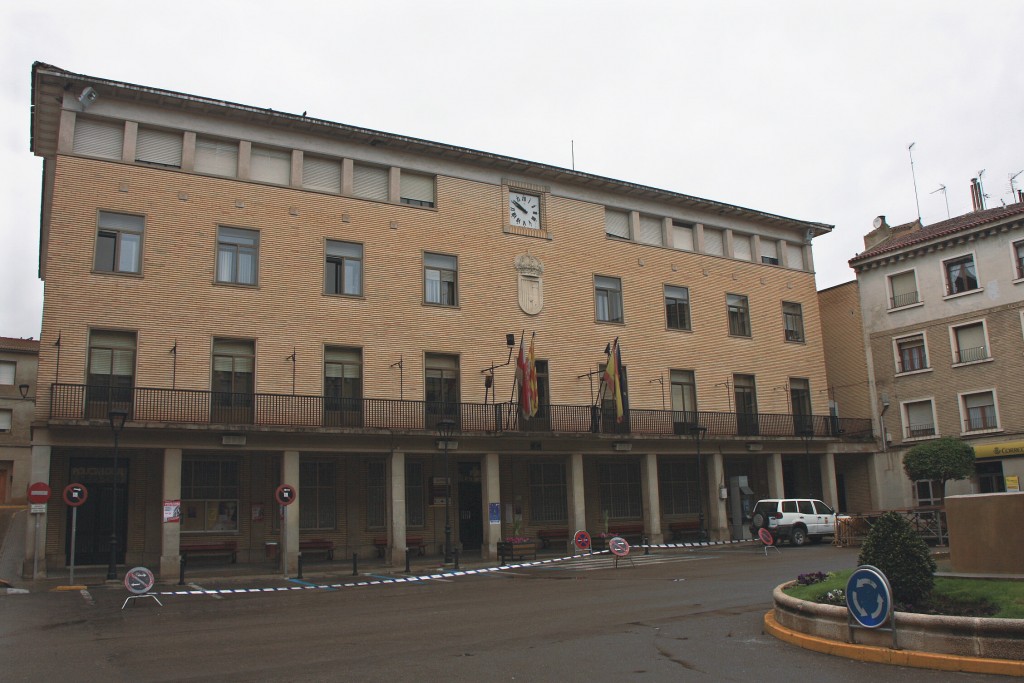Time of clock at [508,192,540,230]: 9:51
